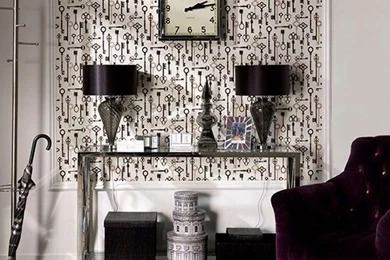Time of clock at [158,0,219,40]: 2:13
